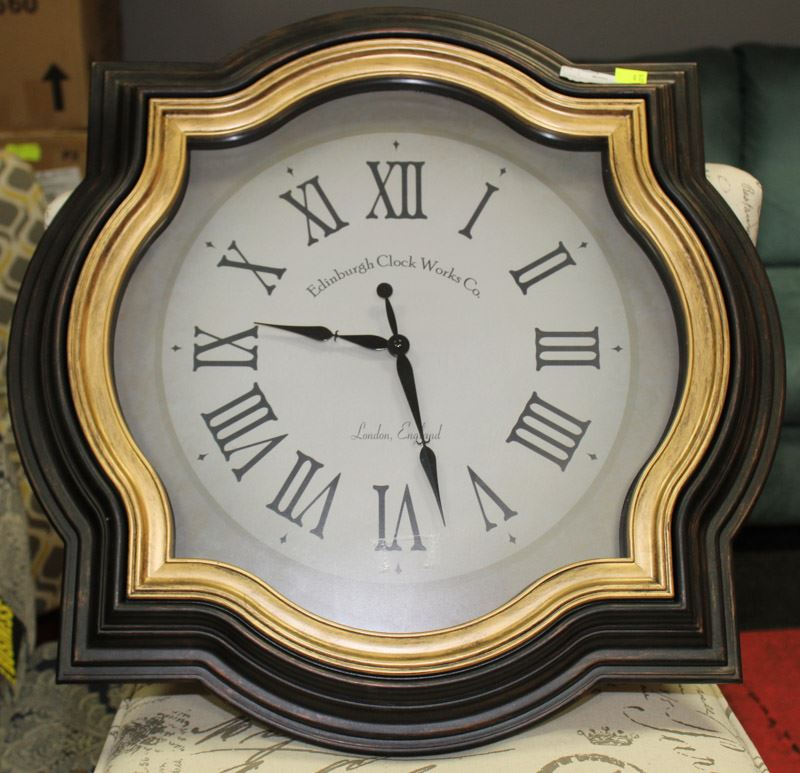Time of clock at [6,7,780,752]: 9:27
